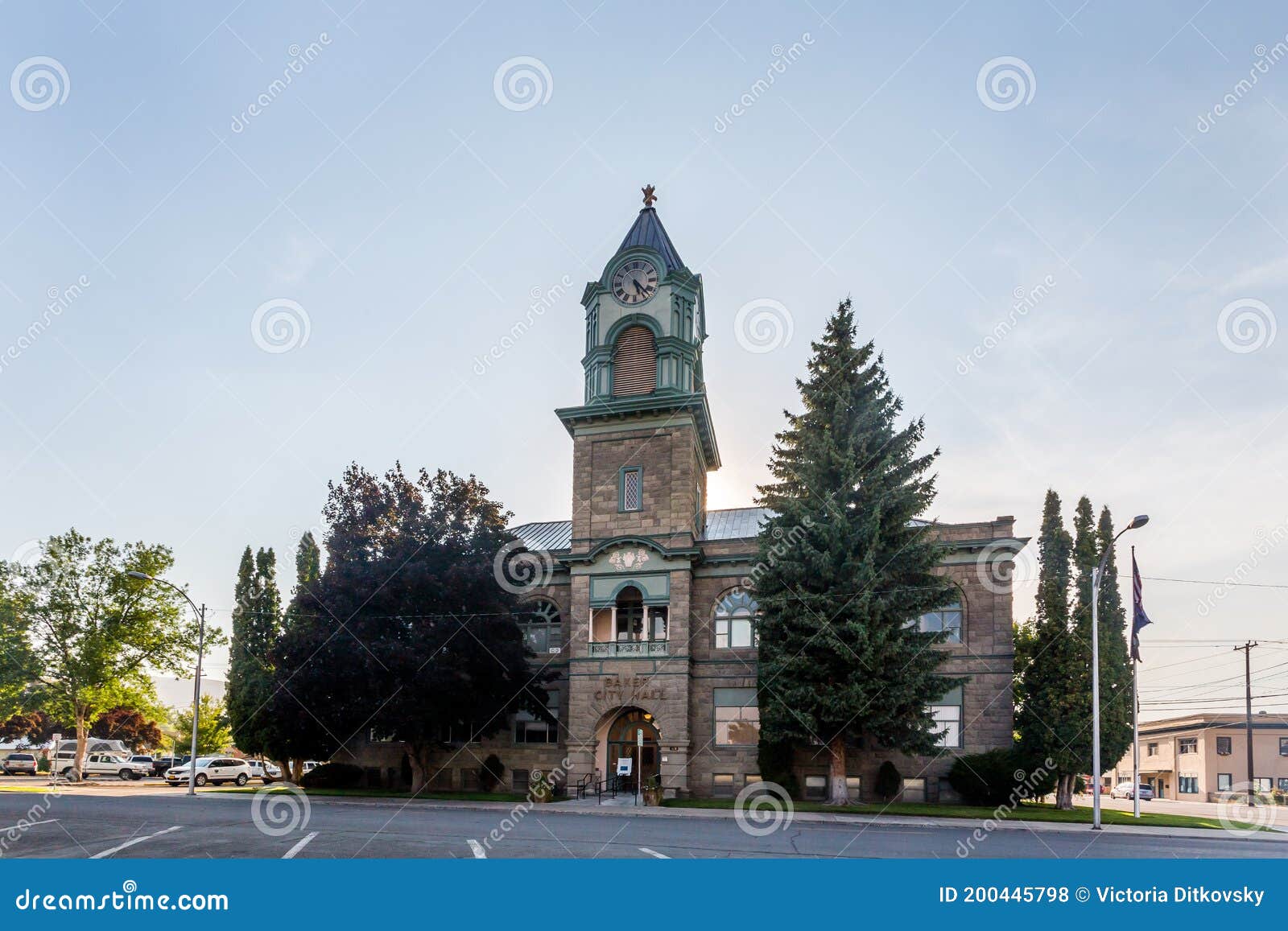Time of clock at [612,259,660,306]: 5:22
